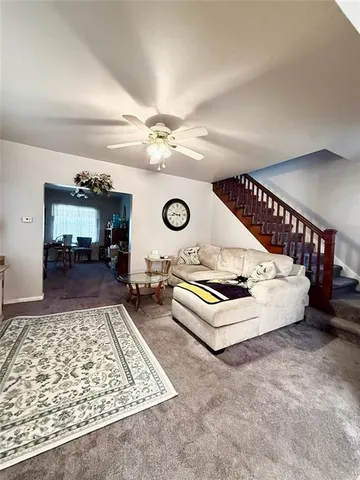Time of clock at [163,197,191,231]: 9:43
